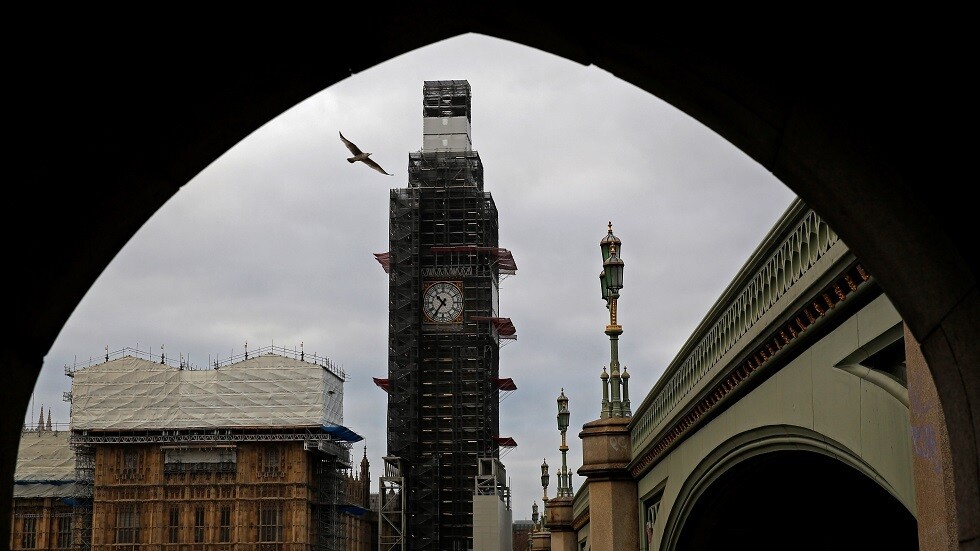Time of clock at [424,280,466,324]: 10:36
